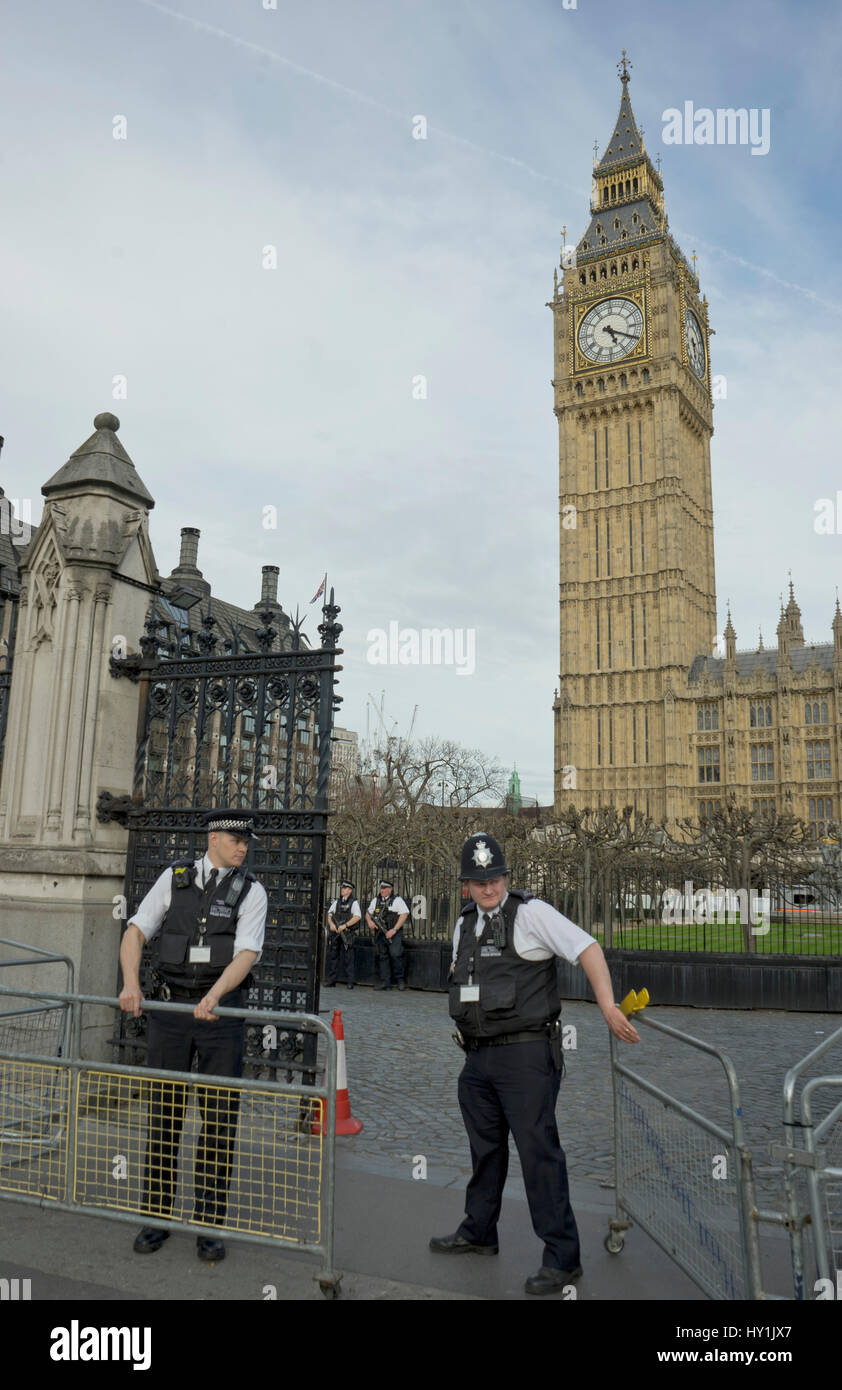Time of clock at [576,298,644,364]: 5:19
